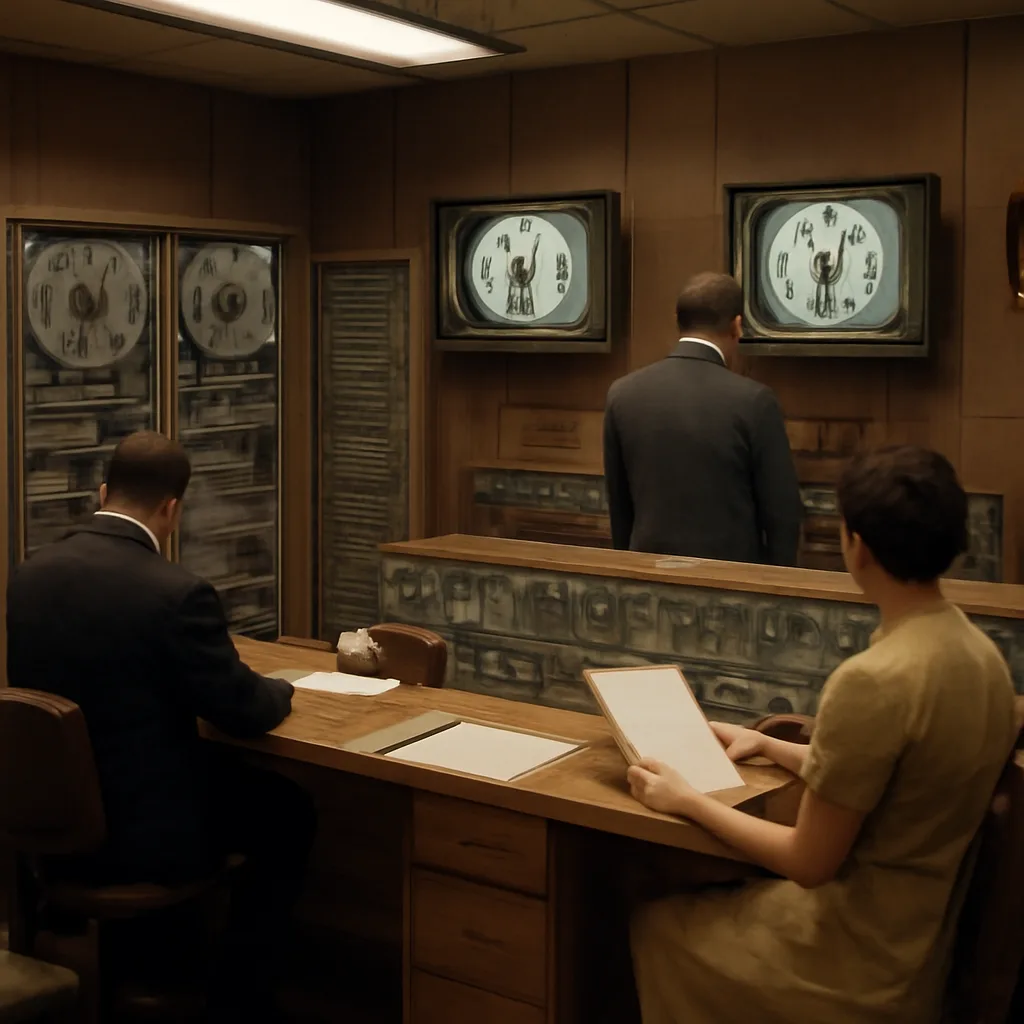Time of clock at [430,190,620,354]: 5:32
